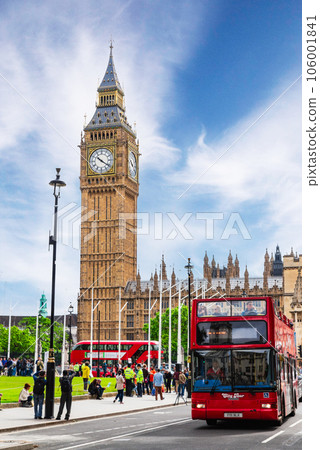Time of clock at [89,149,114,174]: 10:20
